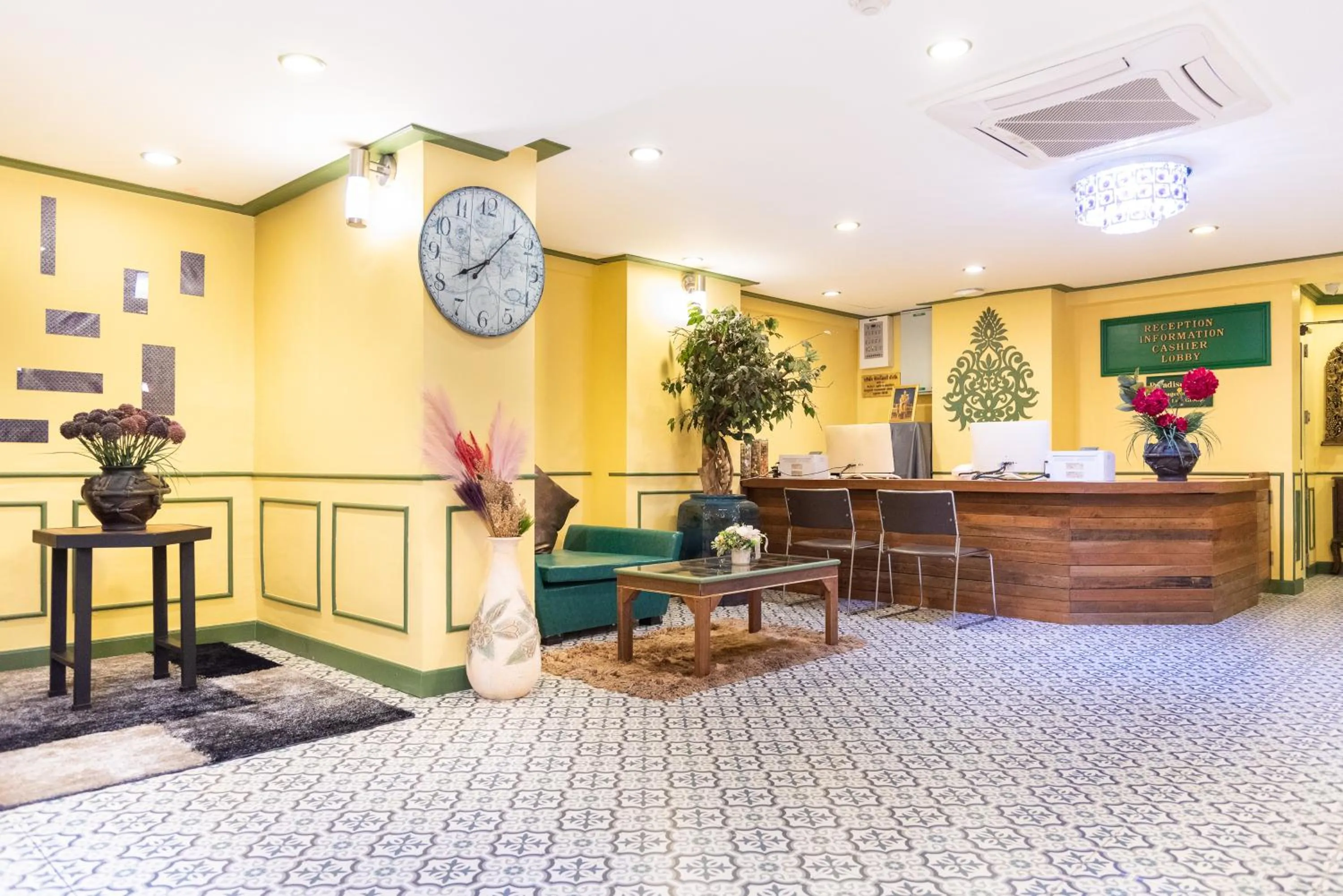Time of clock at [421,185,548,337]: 8:06
